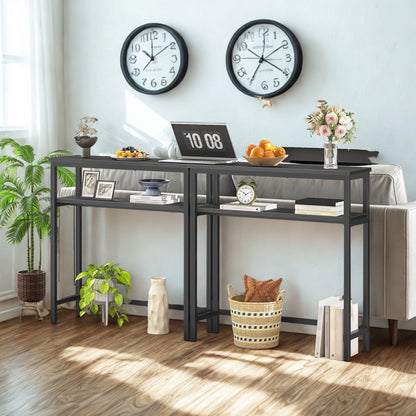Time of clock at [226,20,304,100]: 7:09
